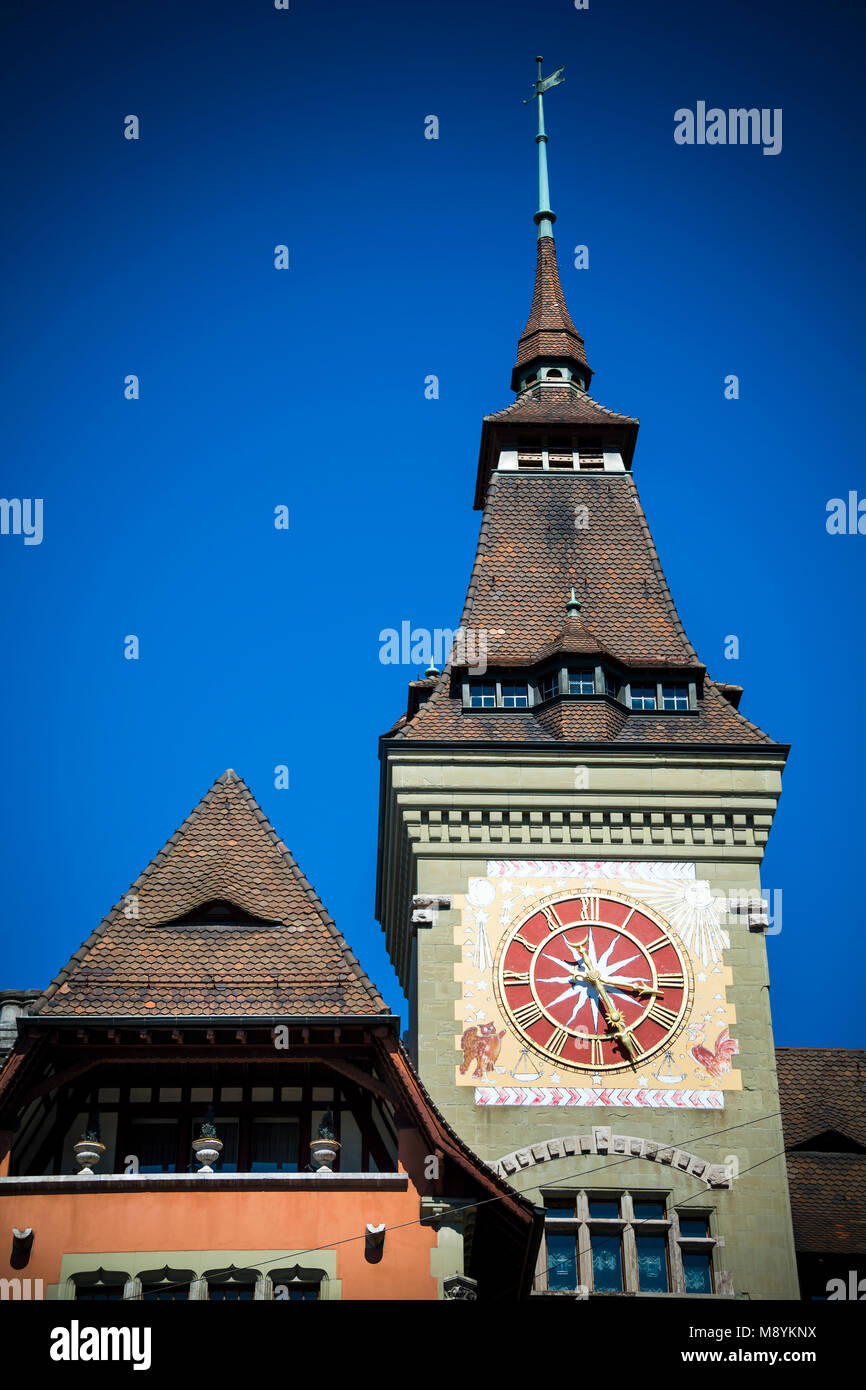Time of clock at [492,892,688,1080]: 3:26
